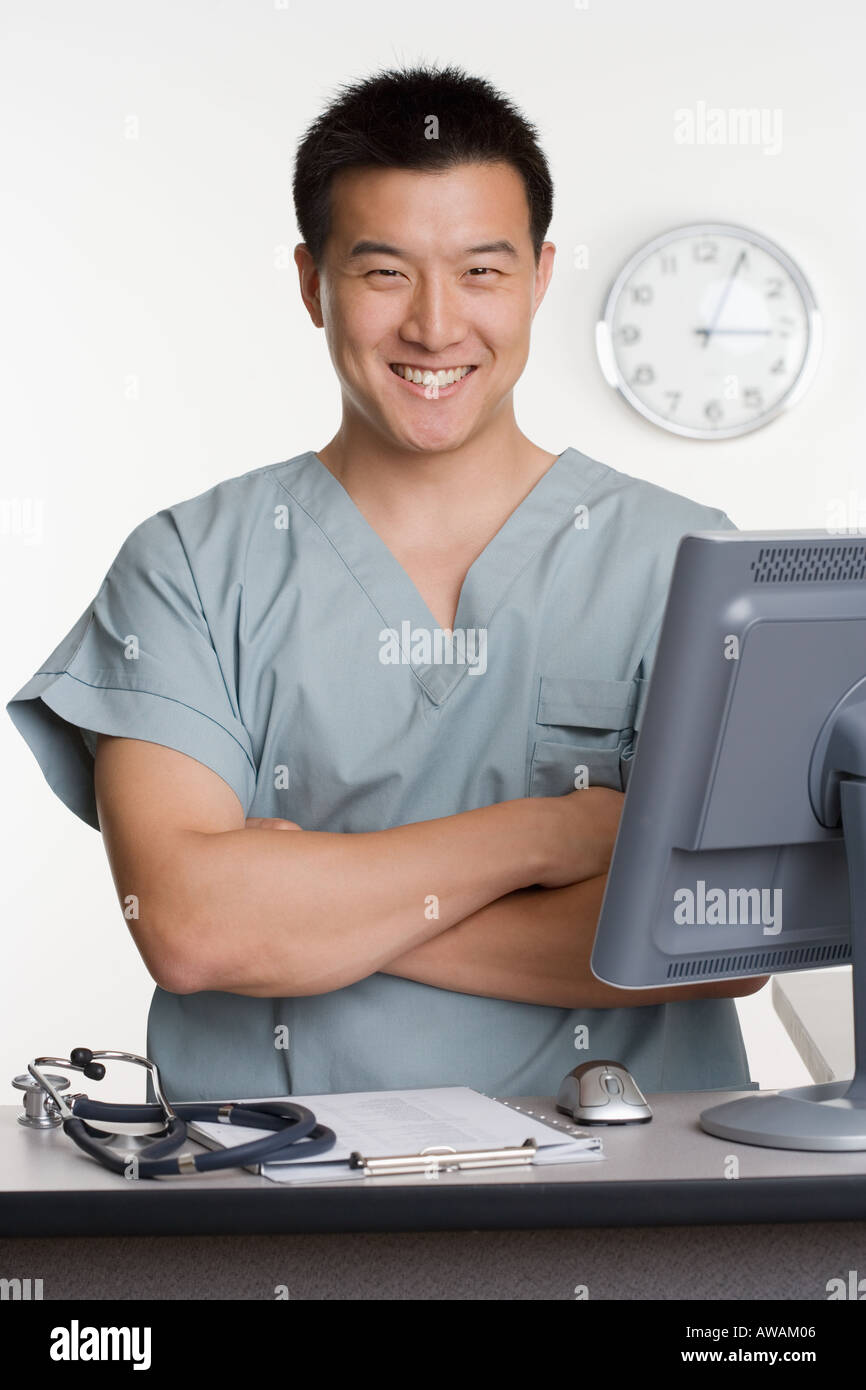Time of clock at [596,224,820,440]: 3:04
